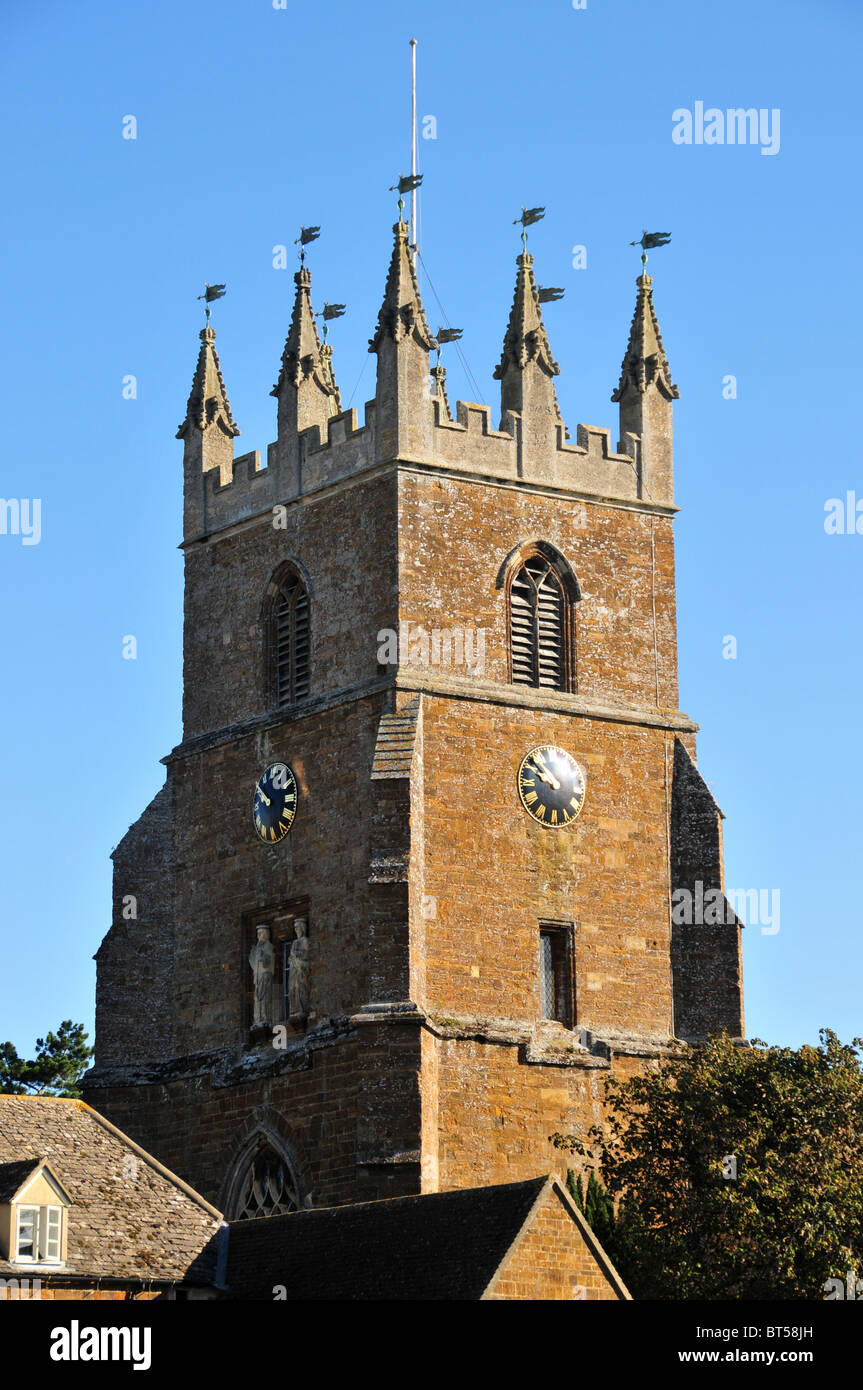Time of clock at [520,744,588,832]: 9:51
